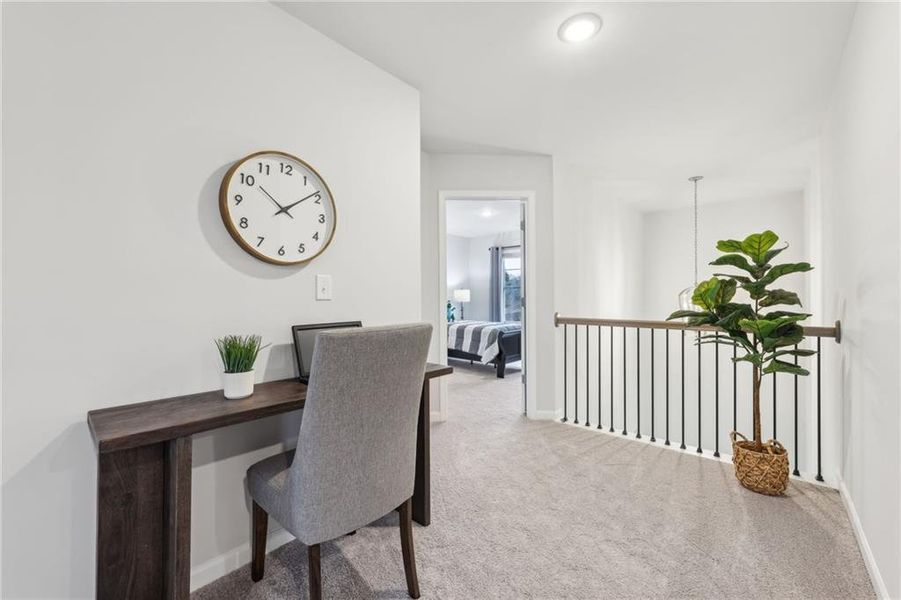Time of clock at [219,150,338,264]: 10:08
